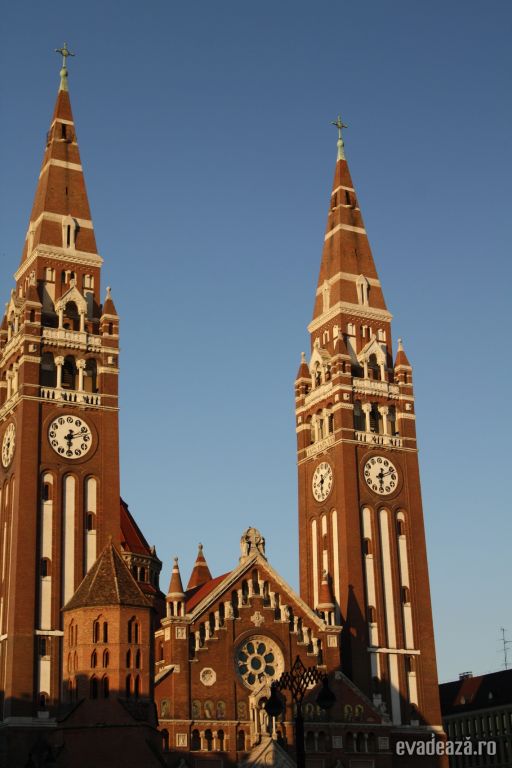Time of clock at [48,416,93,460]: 6:12
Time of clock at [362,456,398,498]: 6:11
